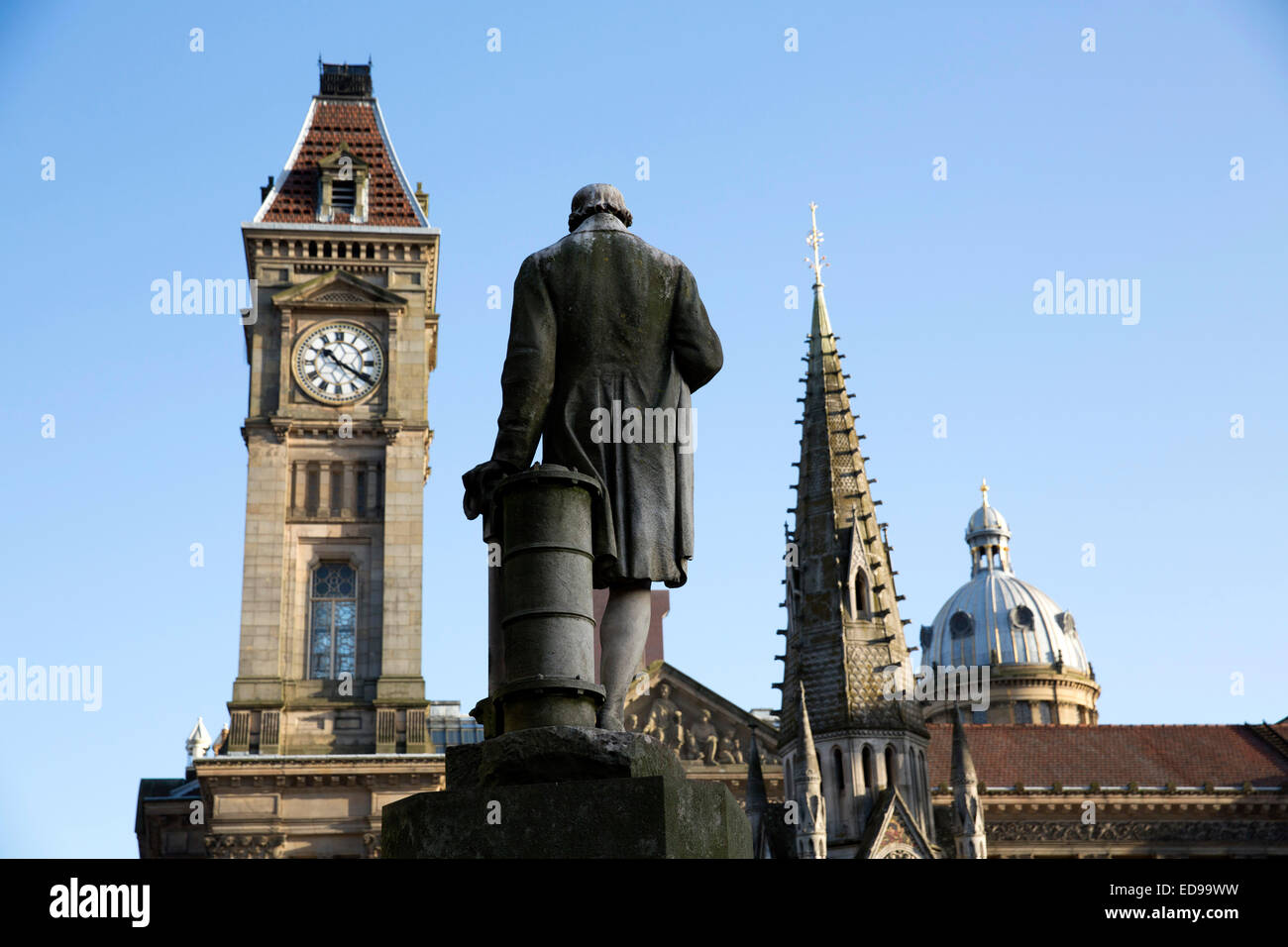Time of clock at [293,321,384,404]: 10:20
